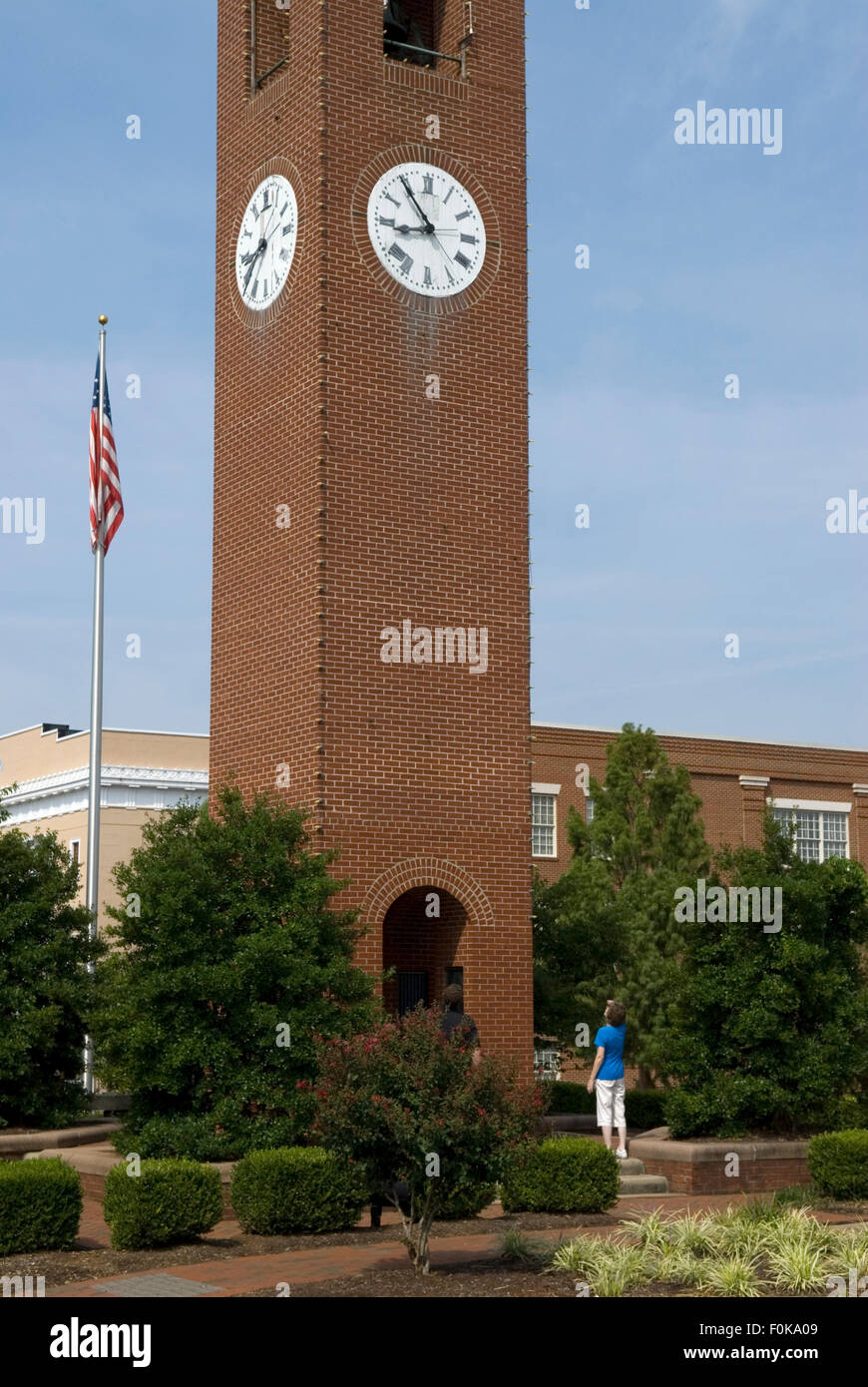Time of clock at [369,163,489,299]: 8:54
